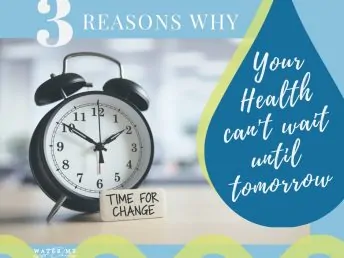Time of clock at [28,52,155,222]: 1:50
